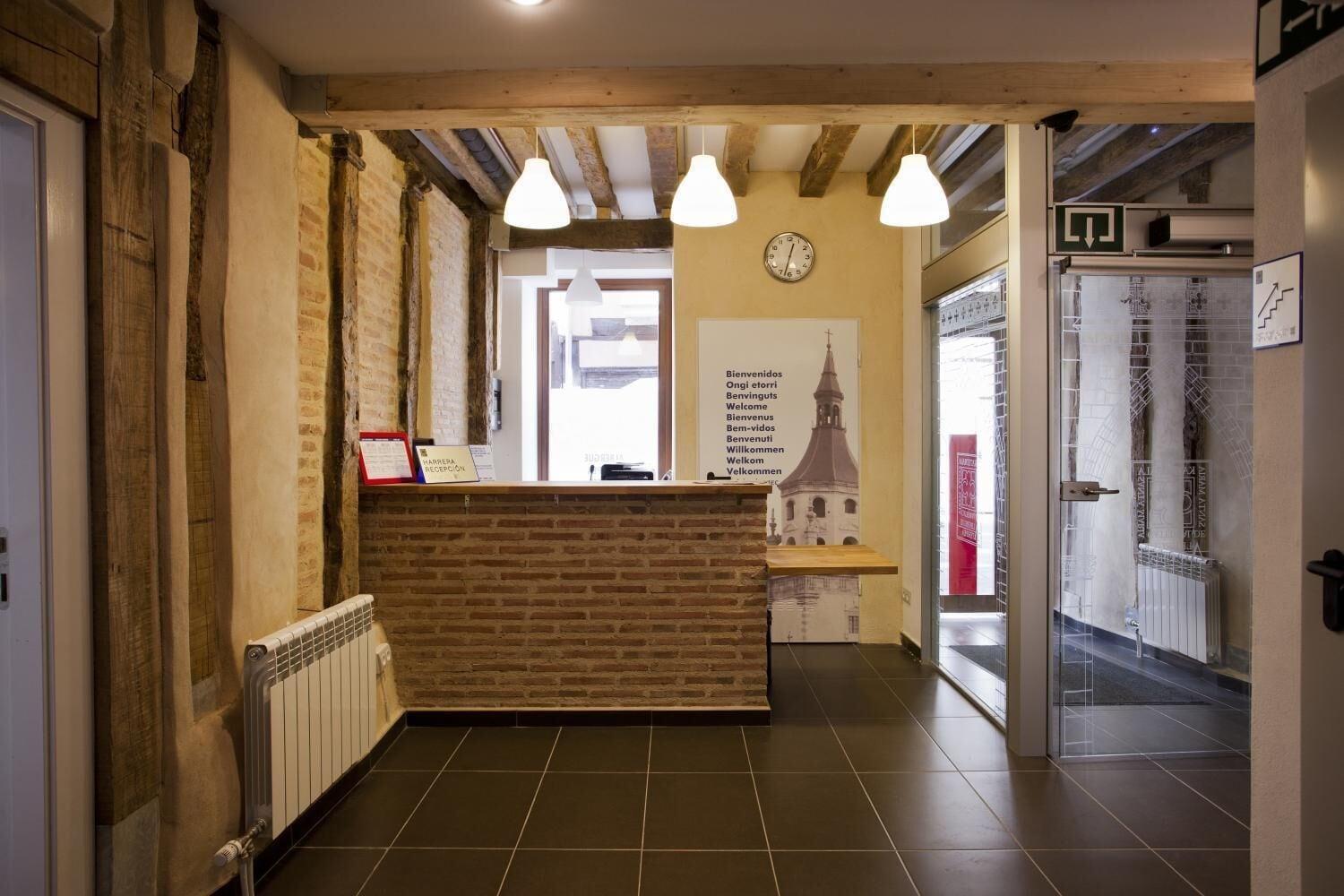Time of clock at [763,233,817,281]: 12:32
